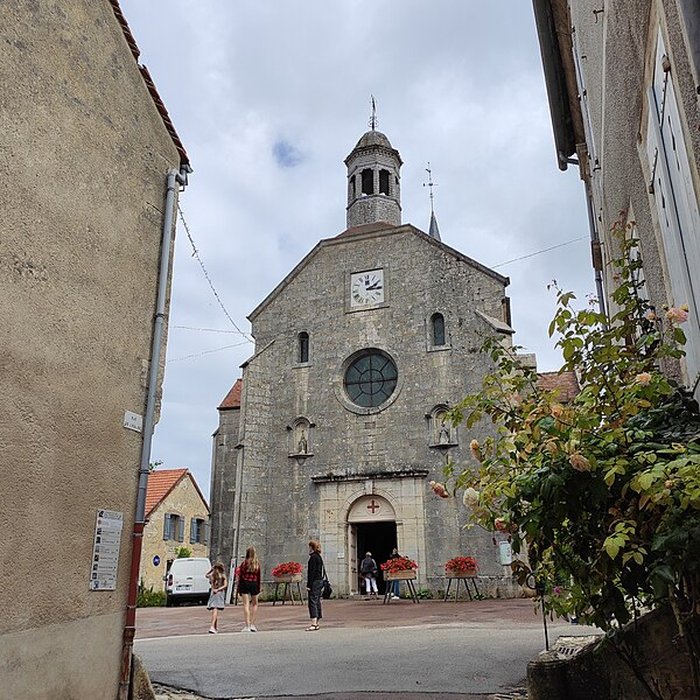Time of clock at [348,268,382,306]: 2:15
